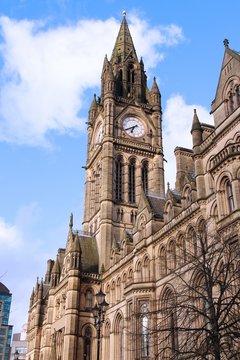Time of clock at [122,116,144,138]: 6:40
